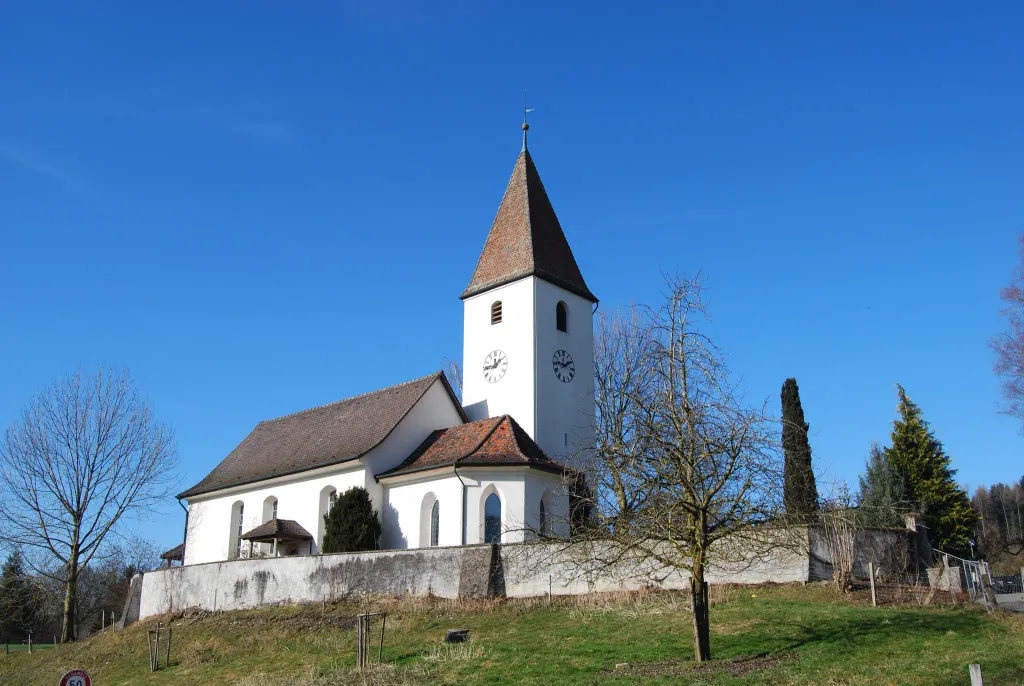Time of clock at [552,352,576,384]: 1:46
